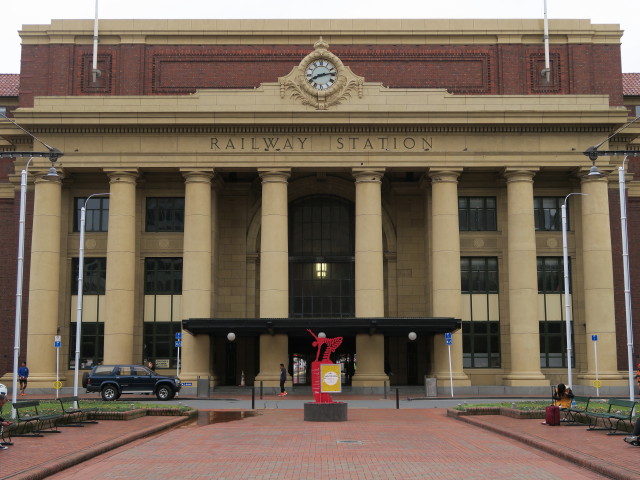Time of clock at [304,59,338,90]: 8:13
